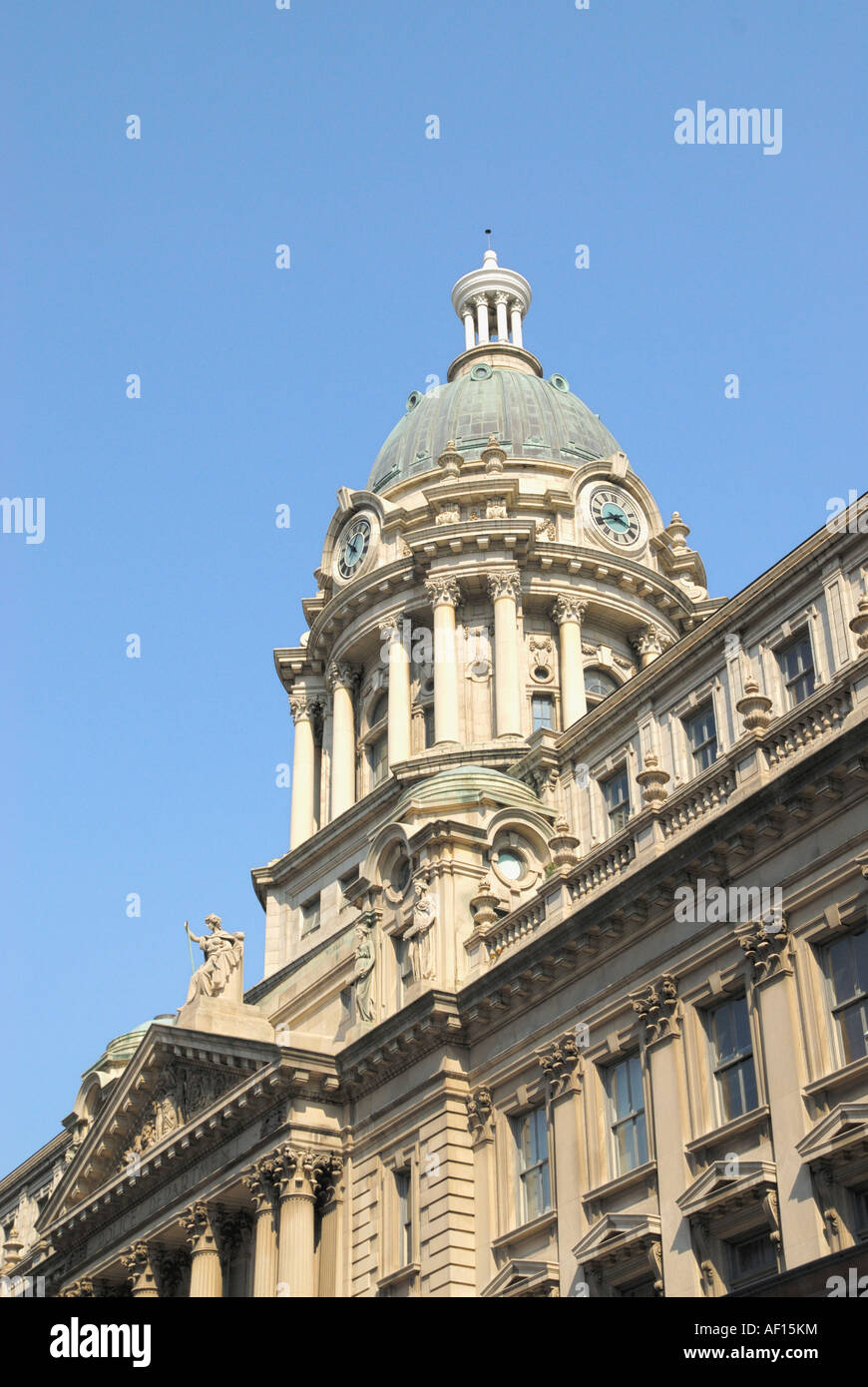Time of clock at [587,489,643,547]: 3:40
